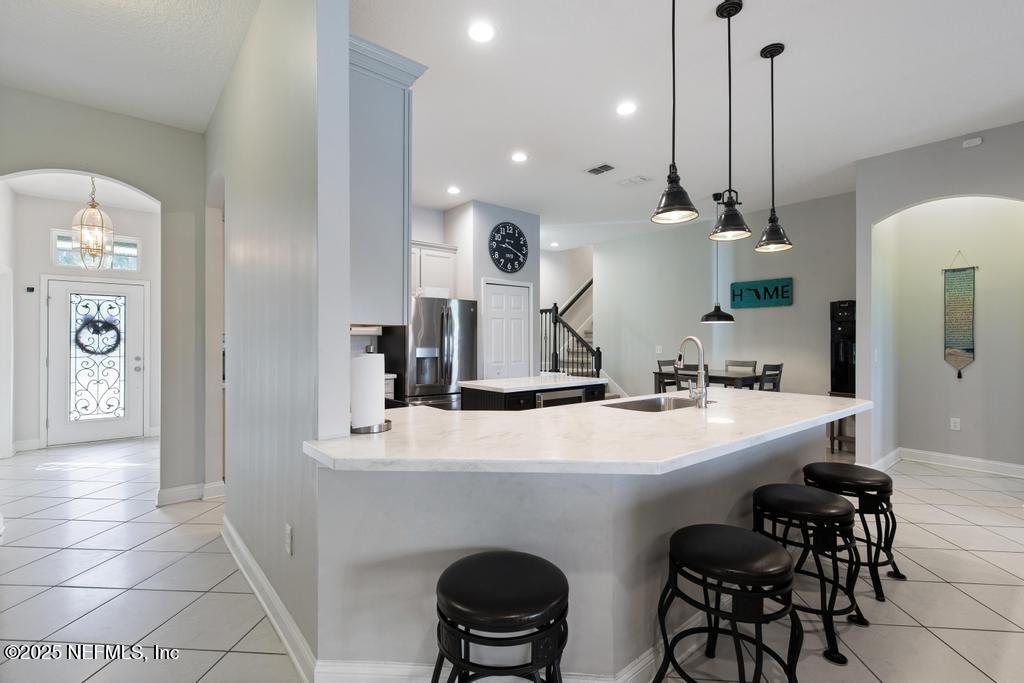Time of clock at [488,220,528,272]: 9:19
